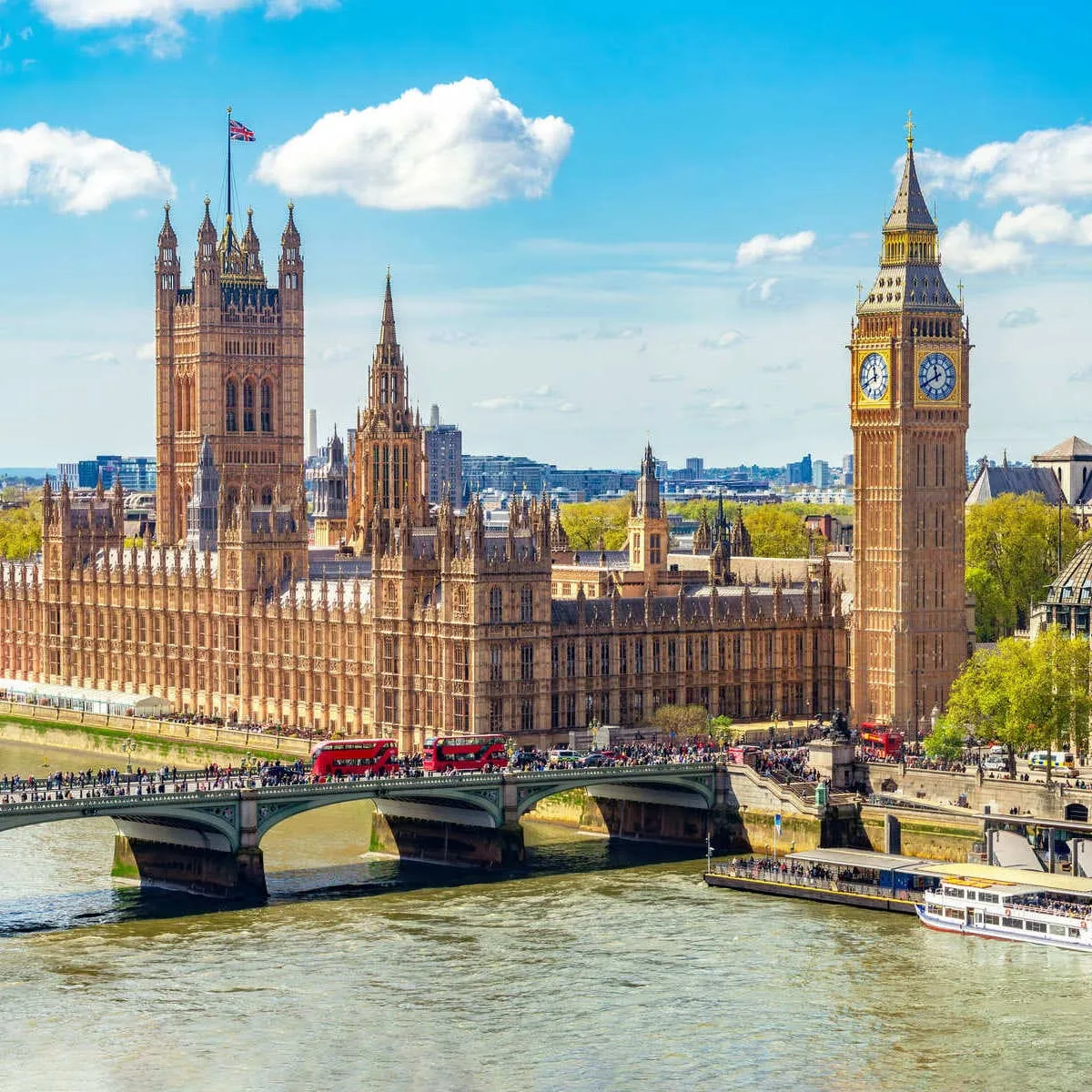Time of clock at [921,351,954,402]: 11:40
